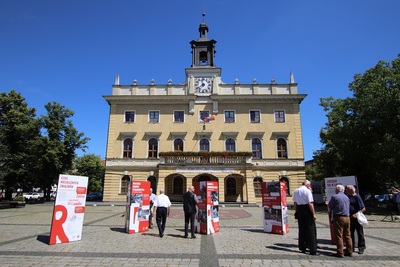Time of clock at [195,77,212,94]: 11:37
